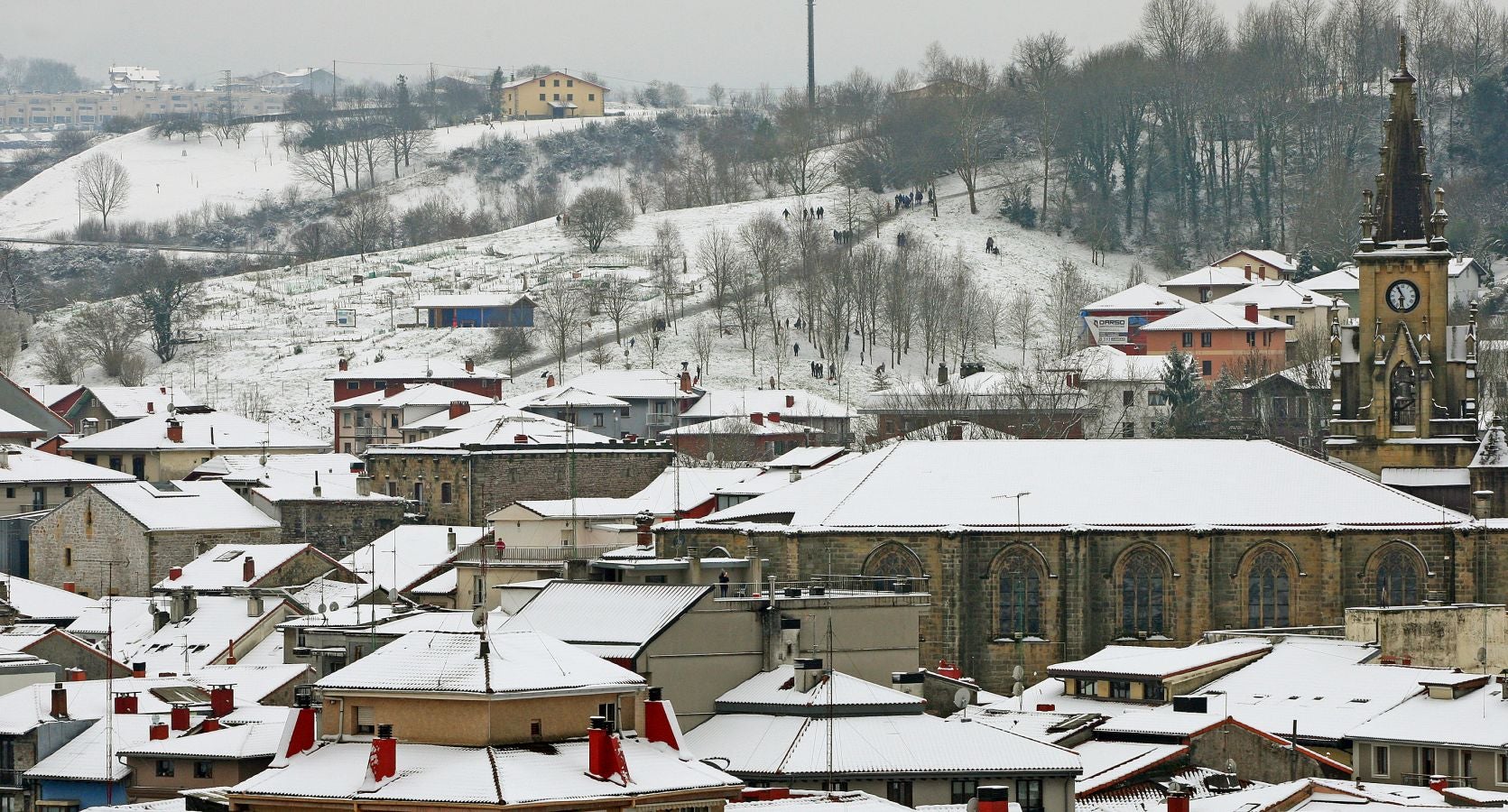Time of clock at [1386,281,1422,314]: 5:54
